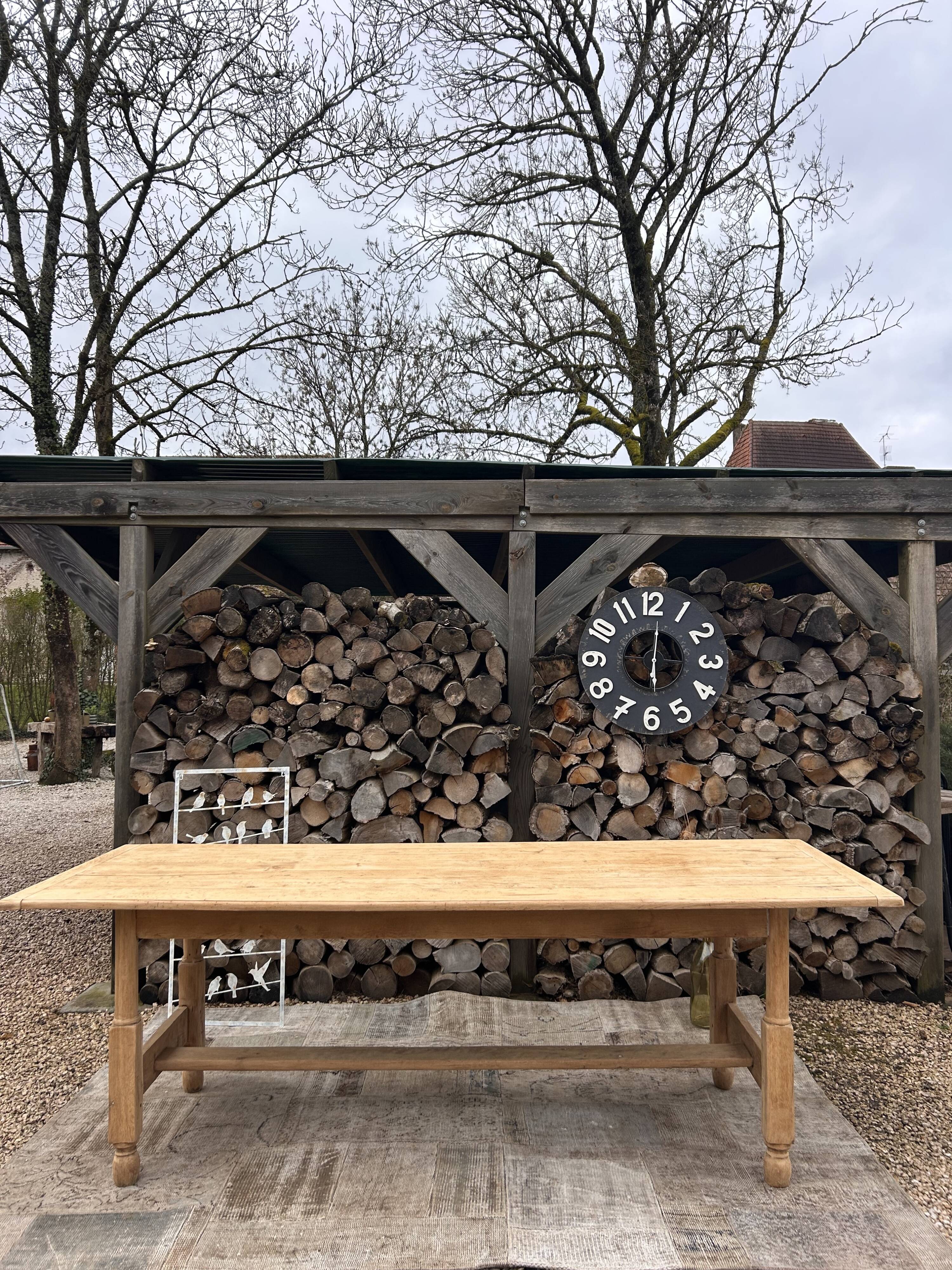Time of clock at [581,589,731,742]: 6:01
